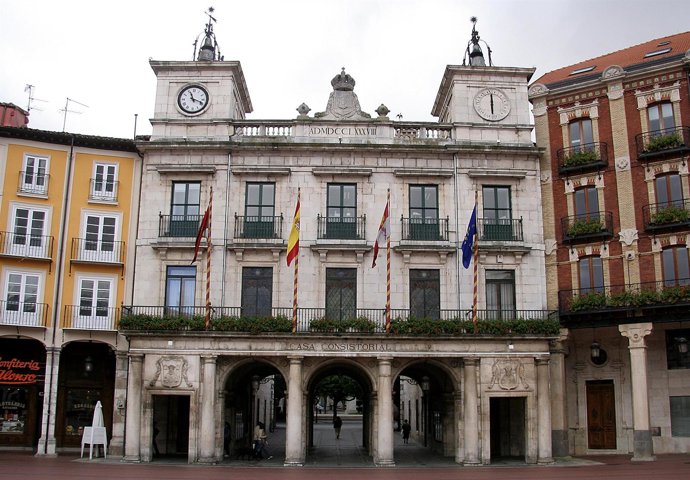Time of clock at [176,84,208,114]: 11:18
